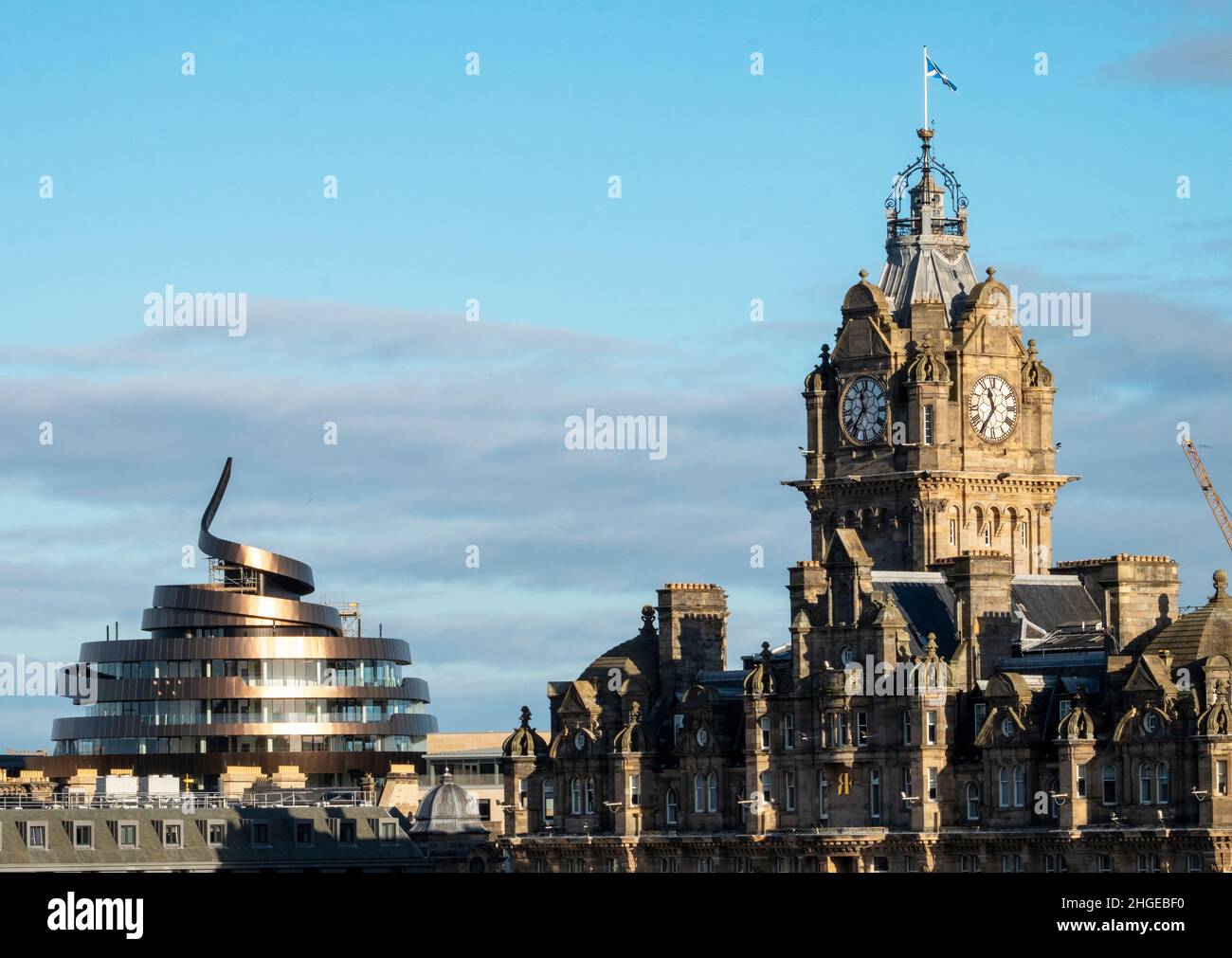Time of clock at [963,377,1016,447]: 11:35
